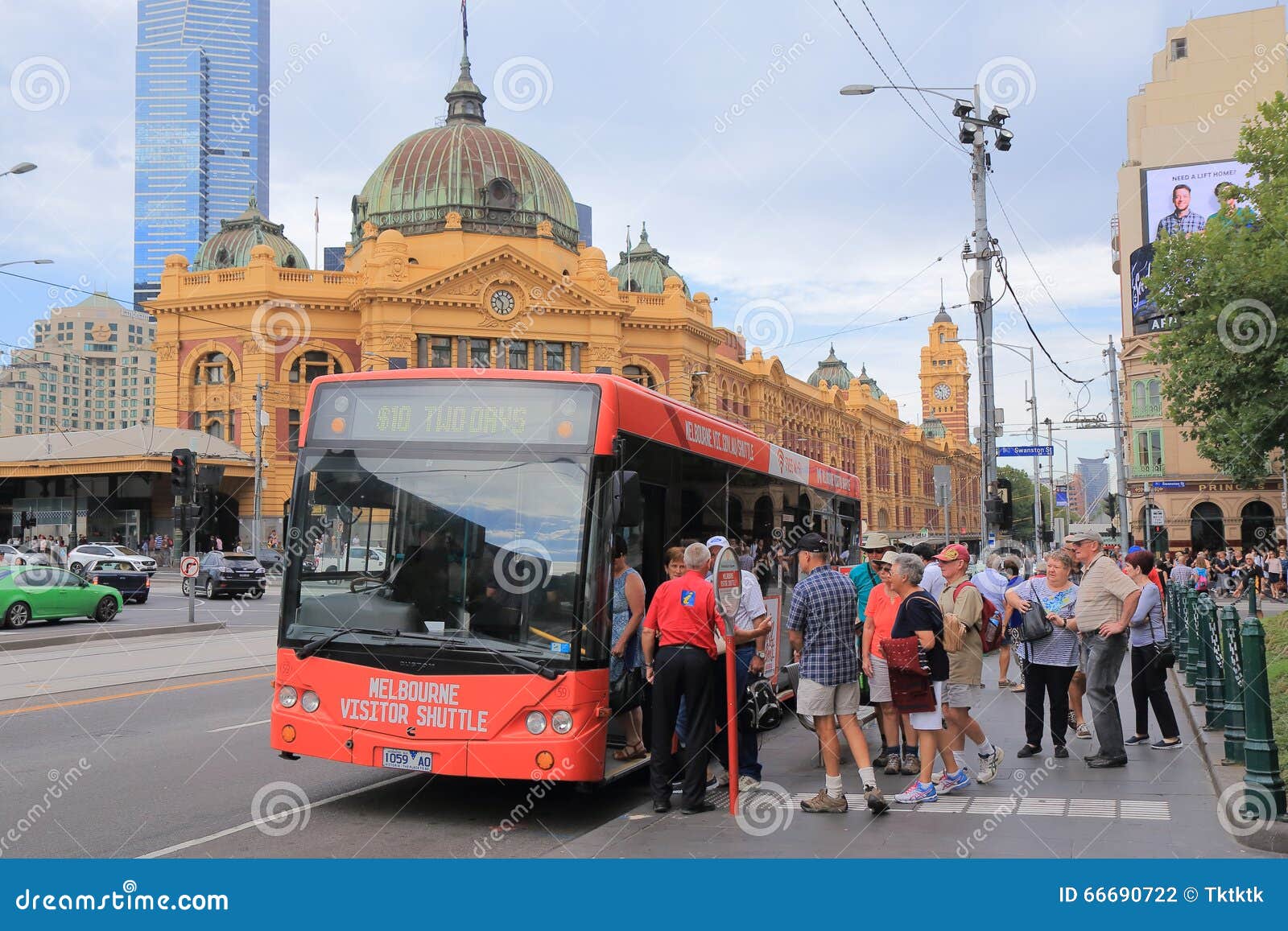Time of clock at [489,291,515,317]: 10:31
